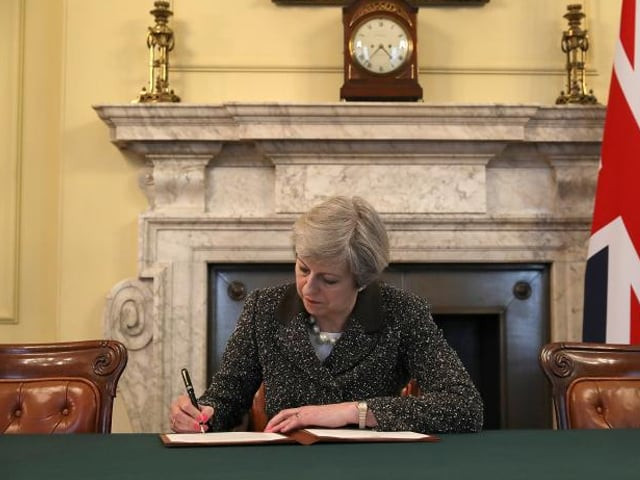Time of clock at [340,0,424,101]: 4:37
